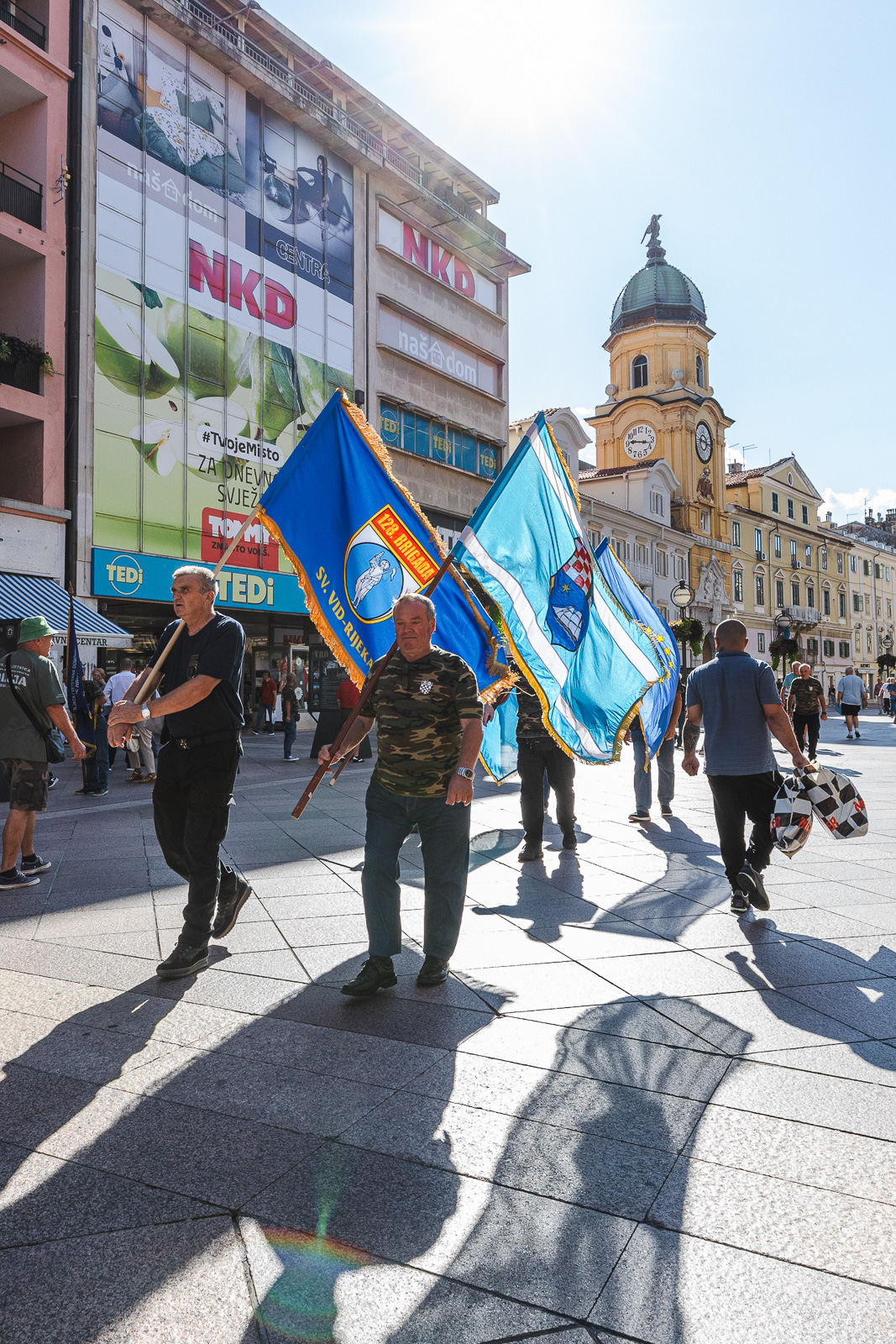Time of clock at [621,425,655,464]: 9:17
